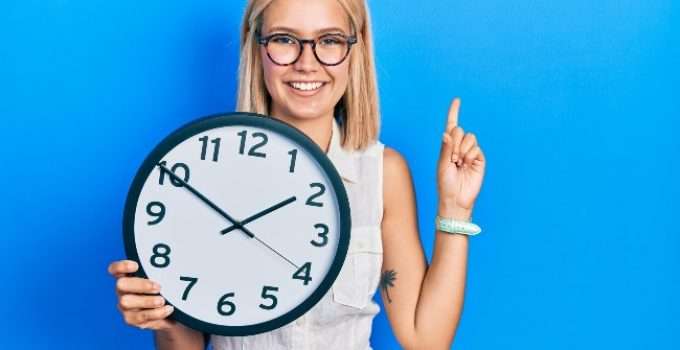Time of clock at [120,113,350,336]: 1:50
